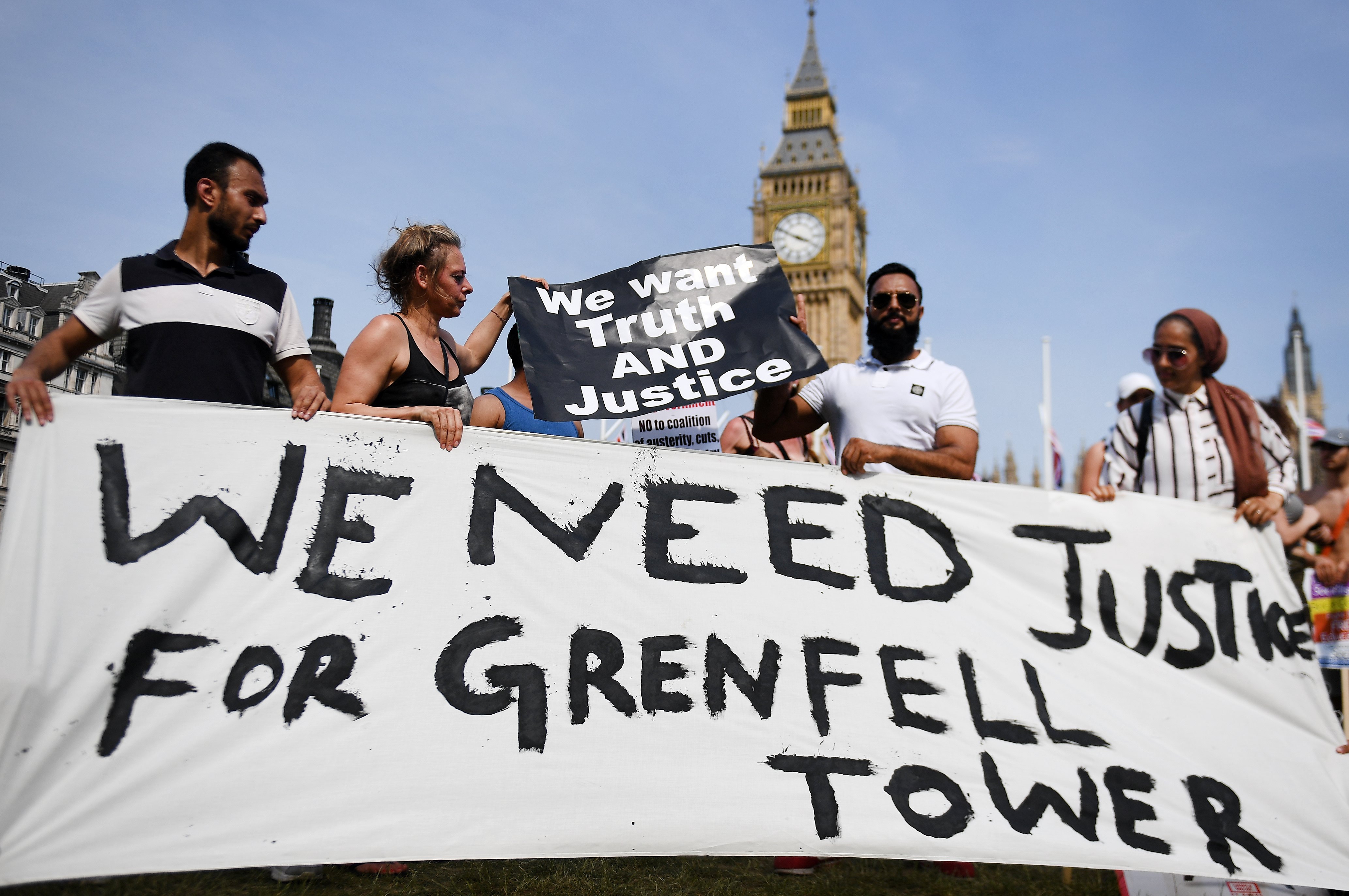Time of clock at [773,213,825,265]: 3:49
